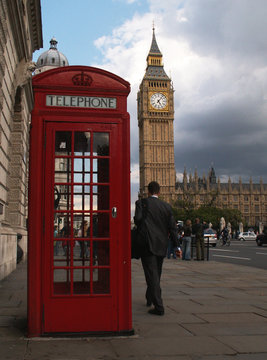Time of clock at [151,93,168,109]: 5:06
